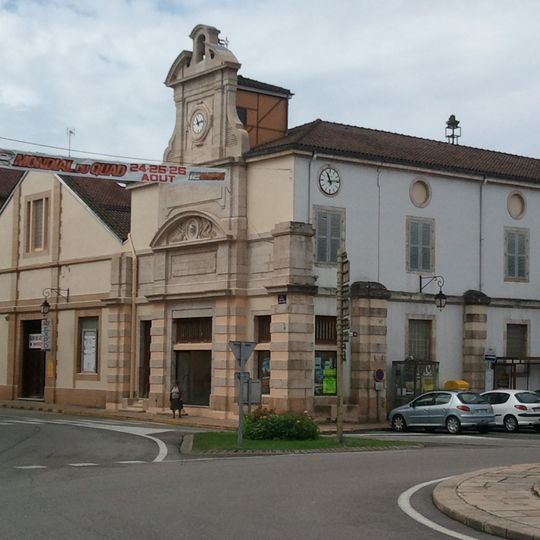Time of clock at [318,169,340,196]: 11:13
